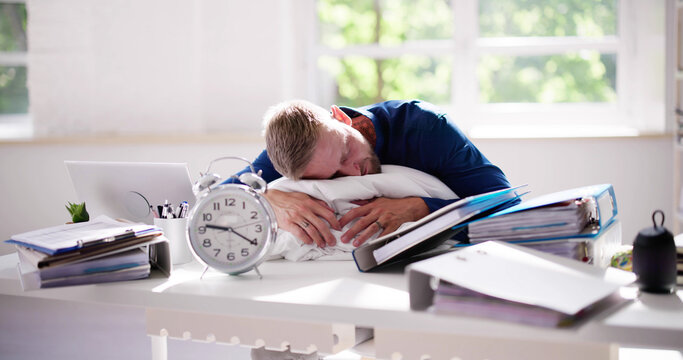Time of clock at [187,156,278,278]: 9:20
